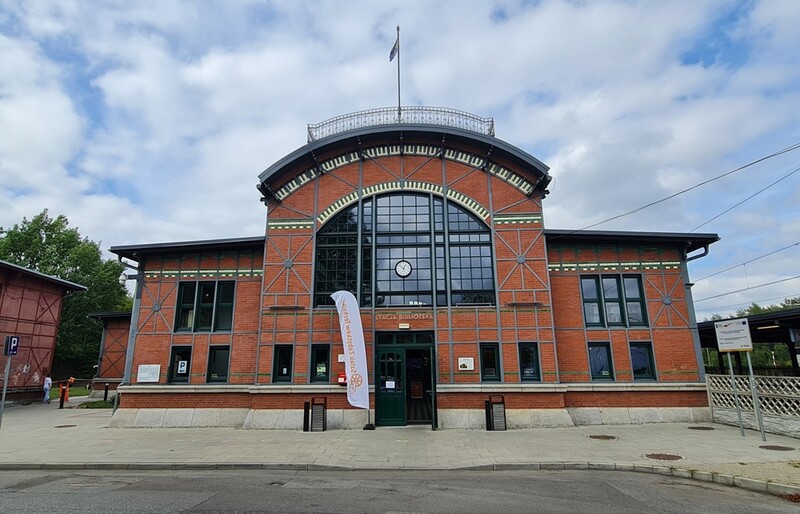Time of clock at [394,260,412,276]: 12:52
